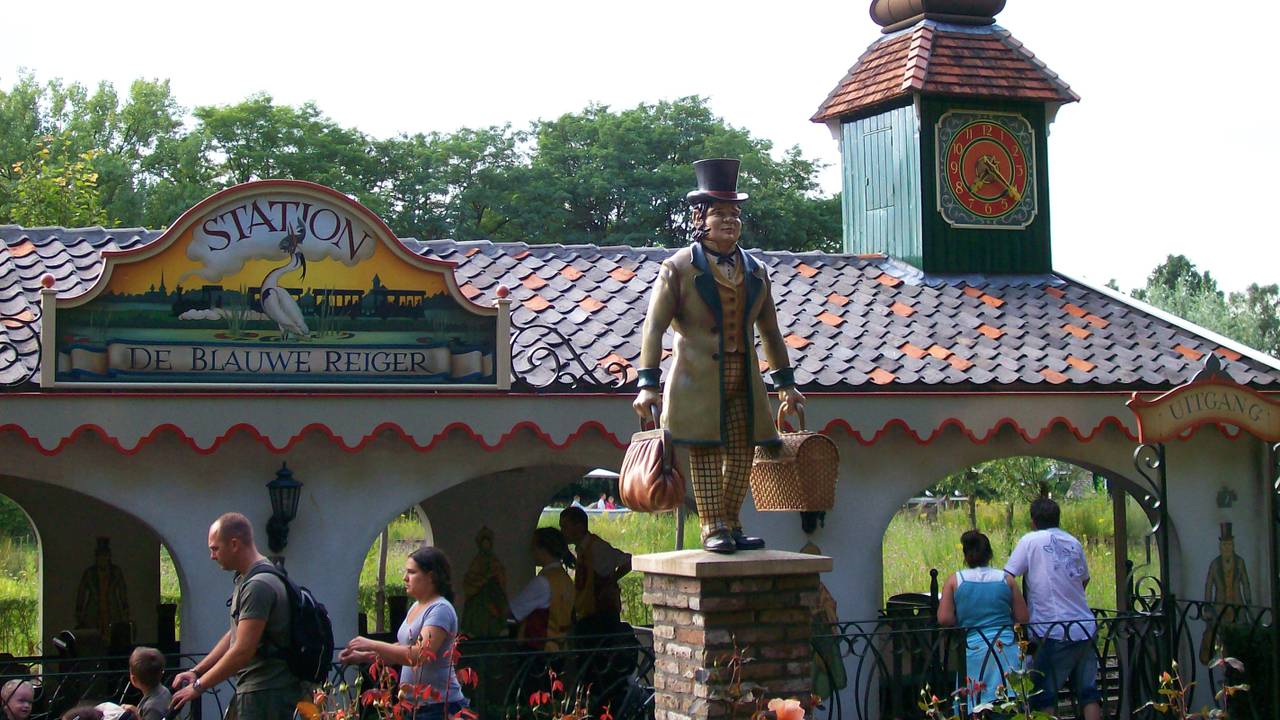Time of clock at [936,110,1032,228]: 7:21
